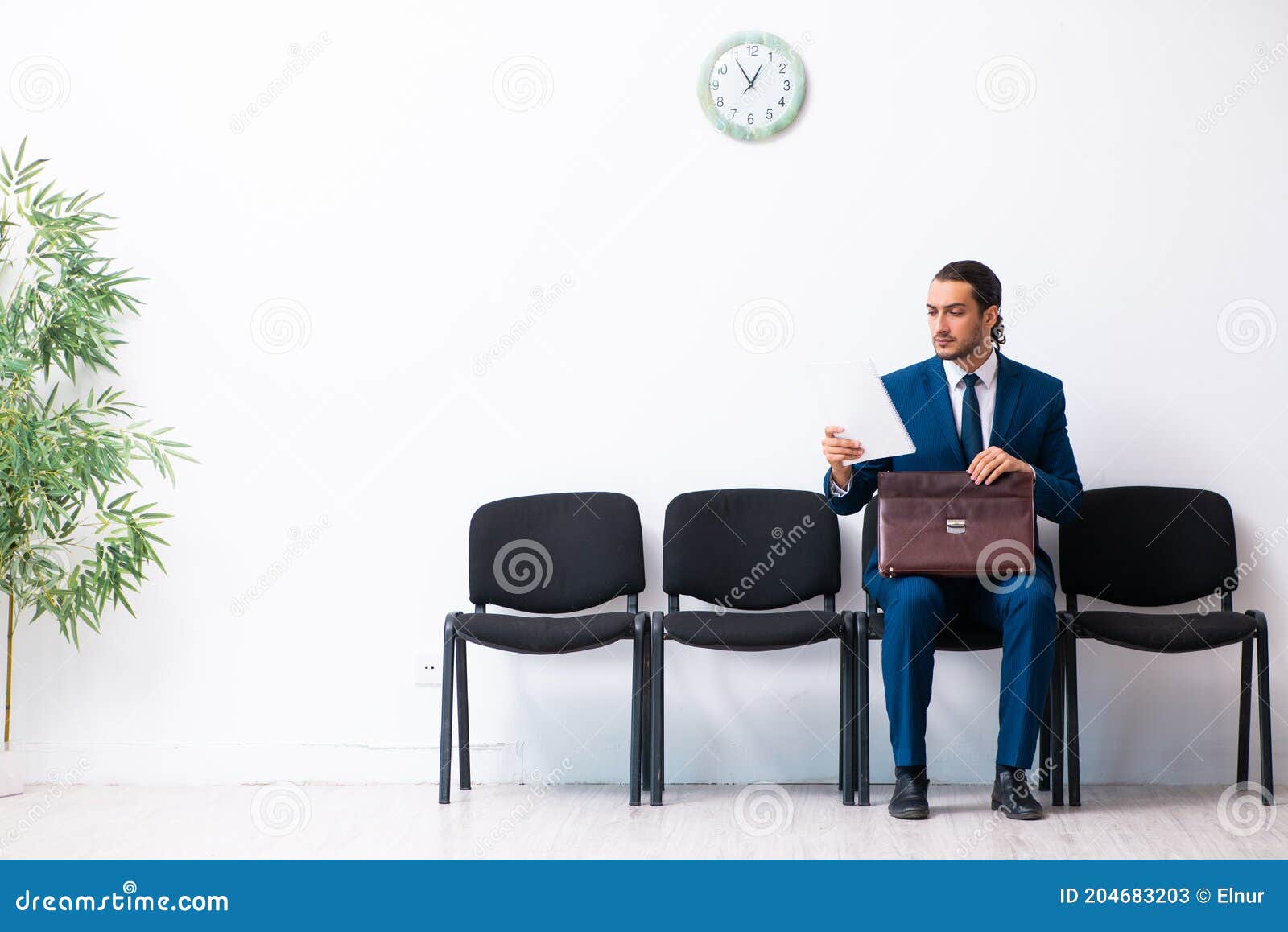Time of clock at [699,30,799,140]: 12:54
